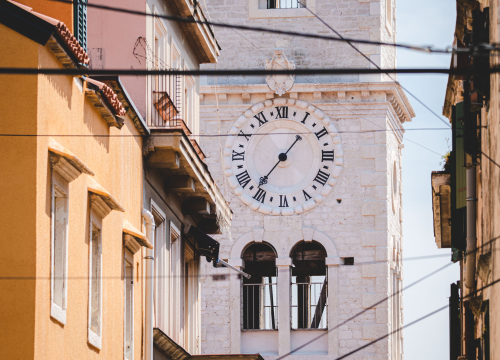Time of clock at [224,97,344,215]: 1:36
